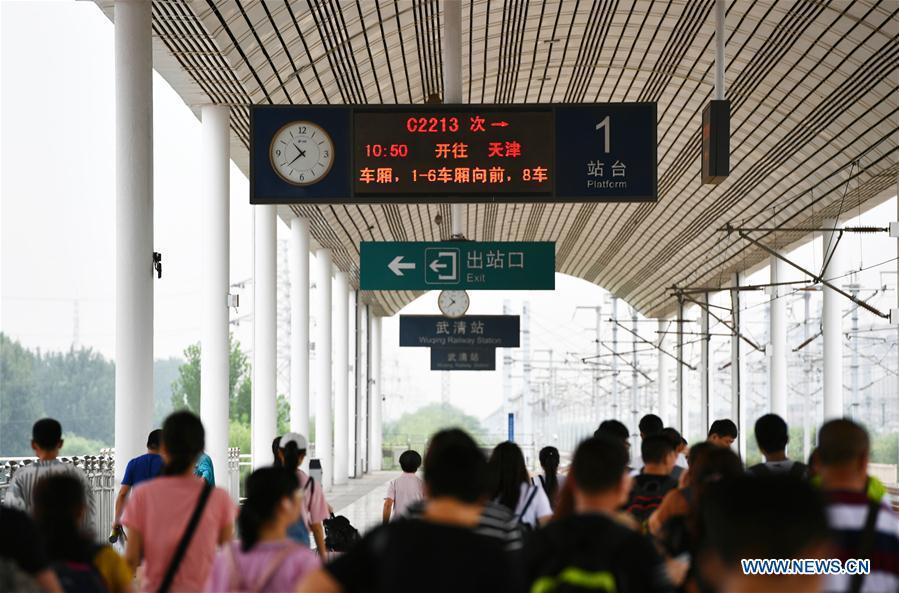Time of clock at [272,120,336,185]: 10:38
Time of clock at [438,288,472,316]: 10:38
